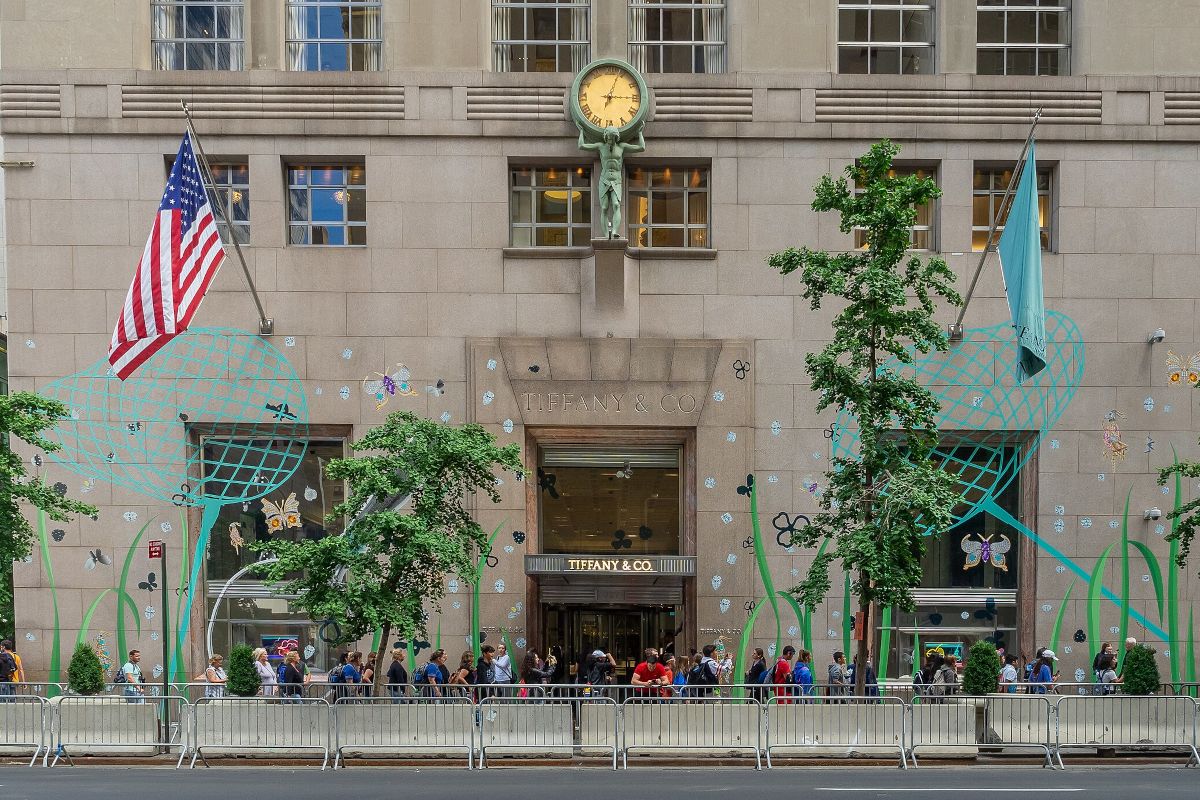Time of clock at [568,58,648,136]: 3:03
